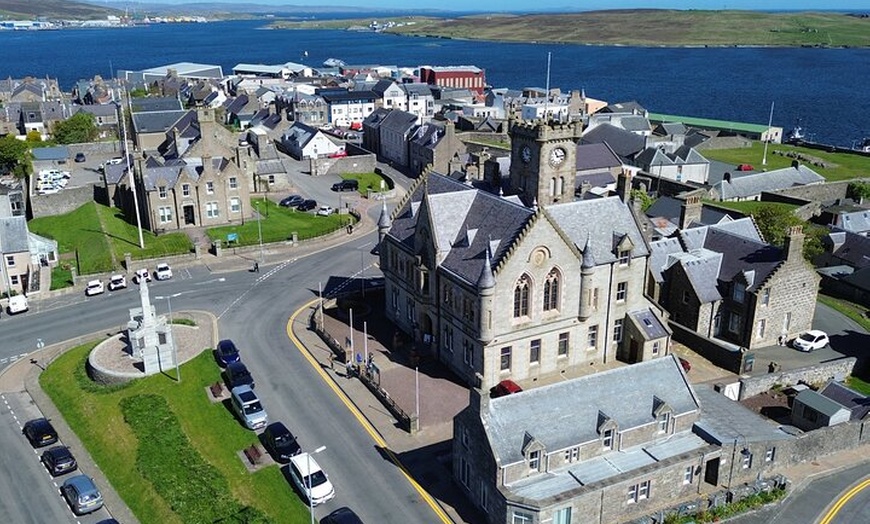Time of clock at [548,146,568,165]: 11:13
